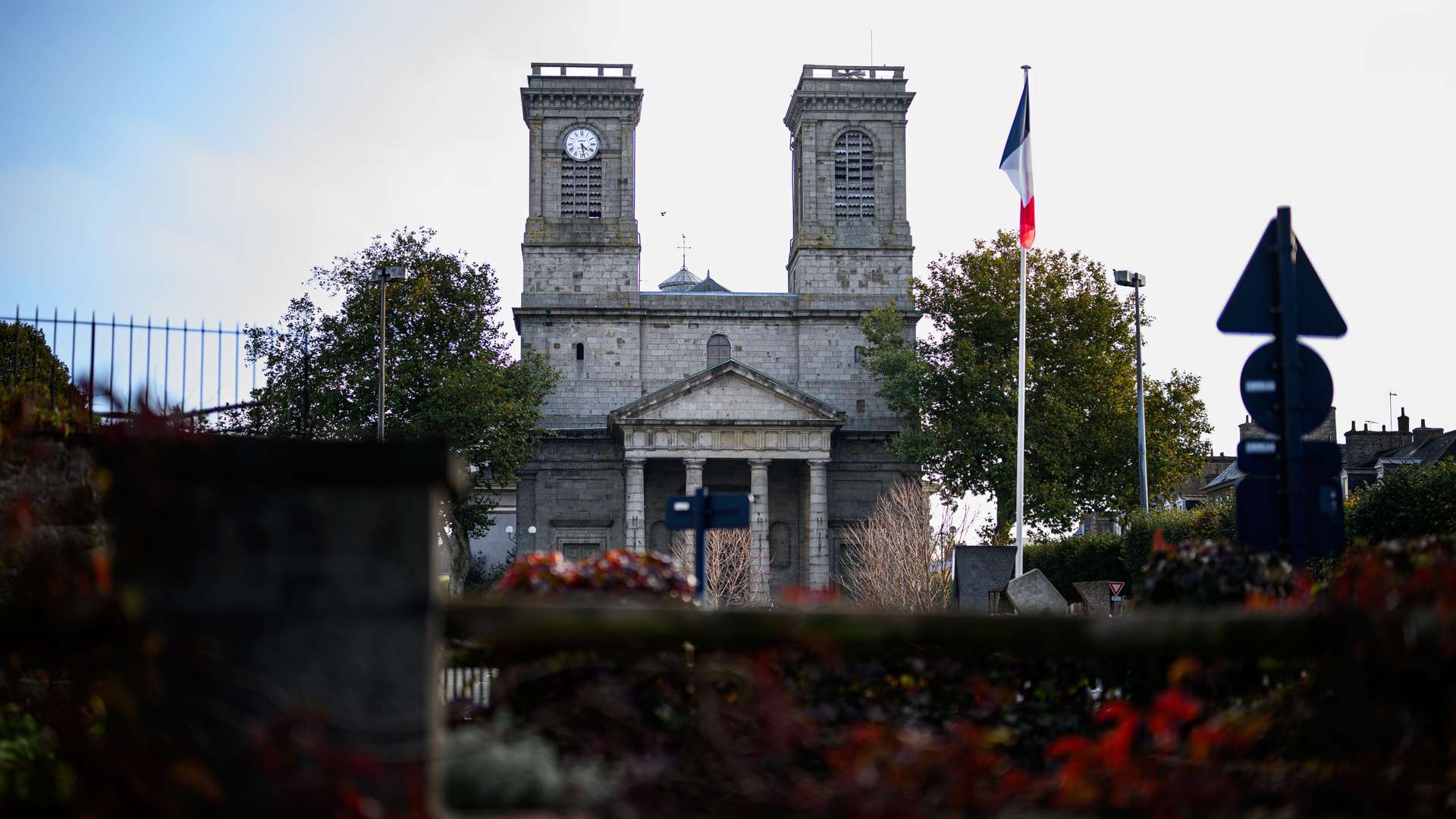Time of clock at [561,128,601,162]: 4:27
